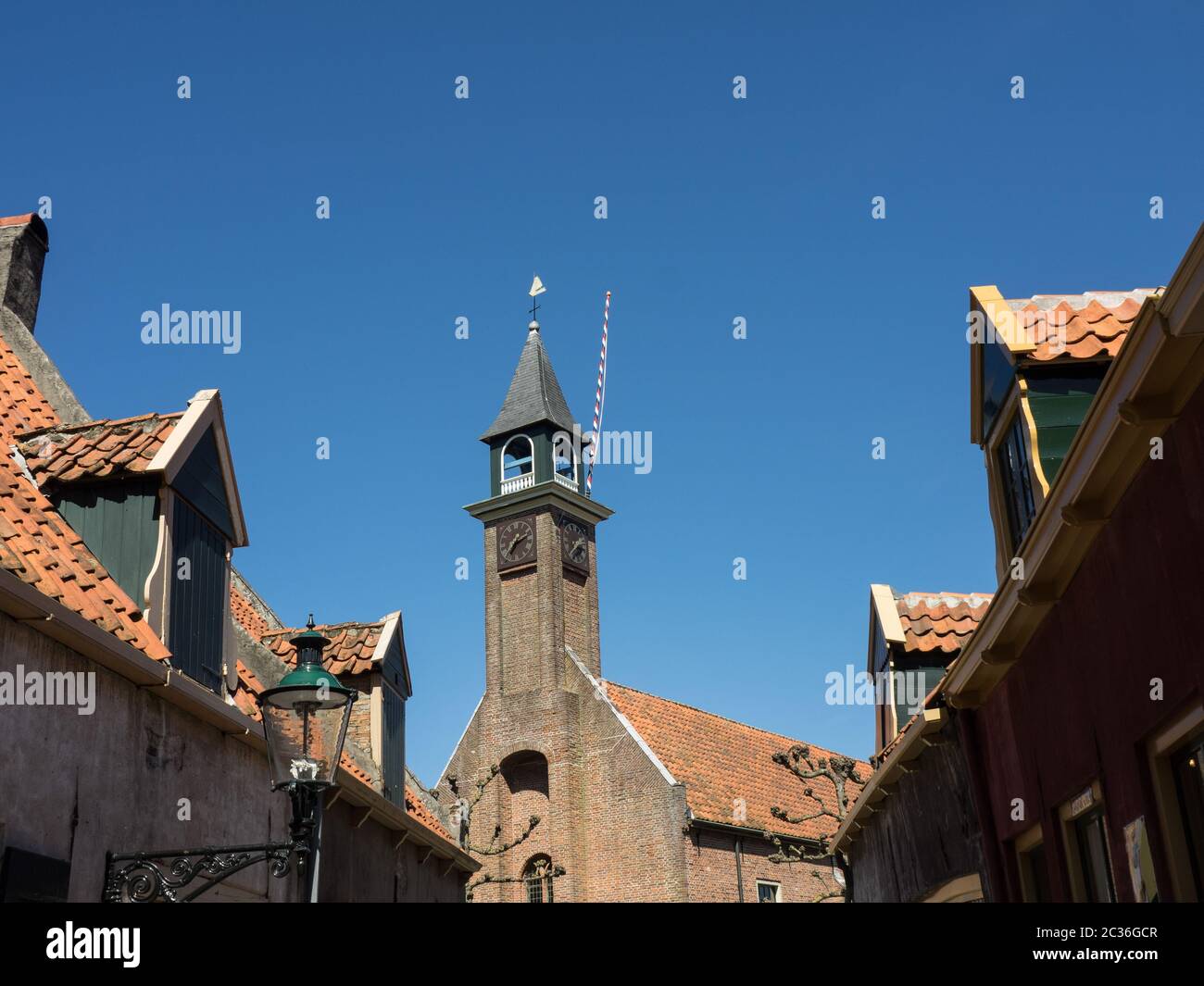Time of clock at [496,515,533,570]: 7:12
